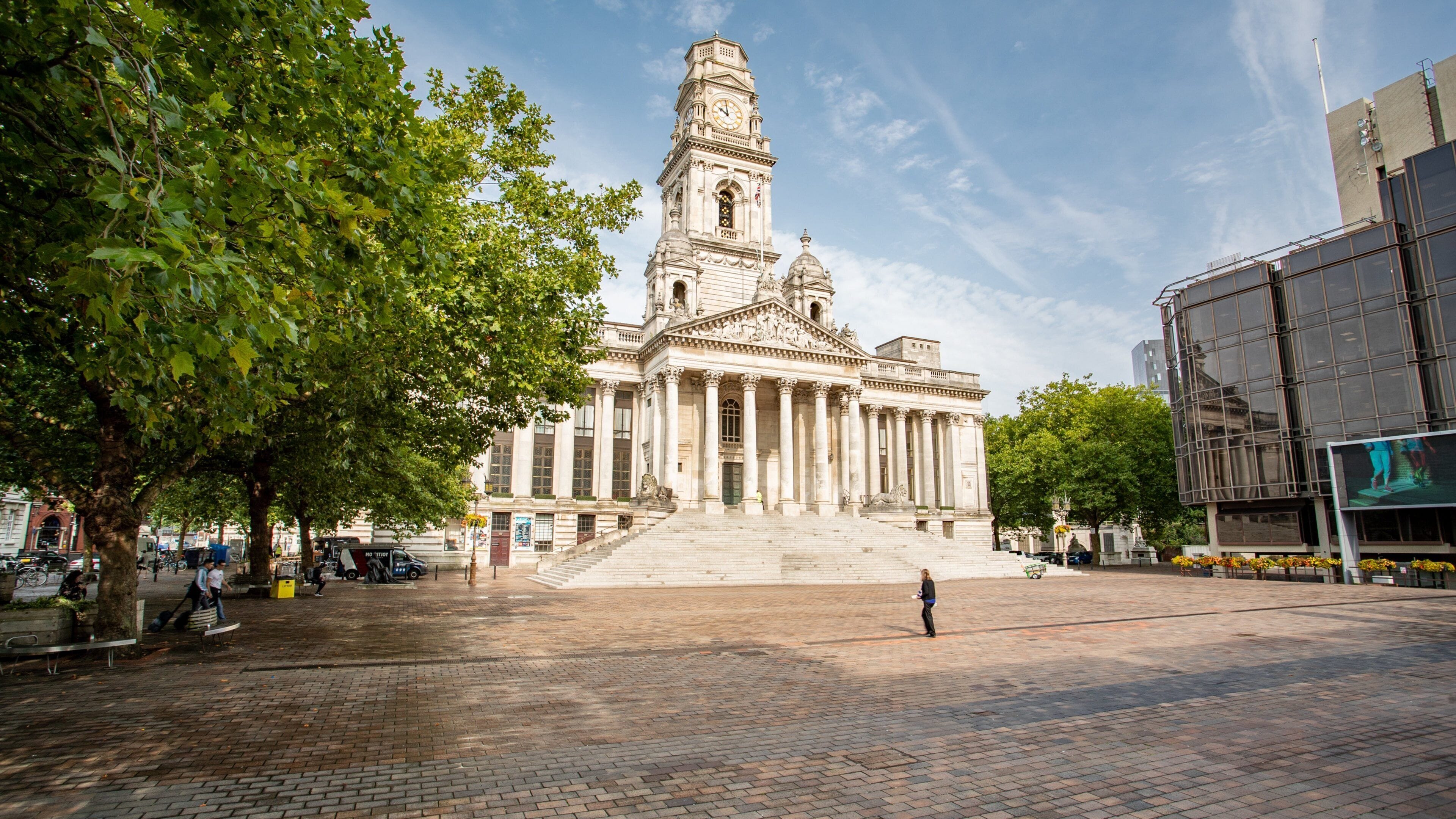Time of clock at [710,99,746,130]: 9:58
